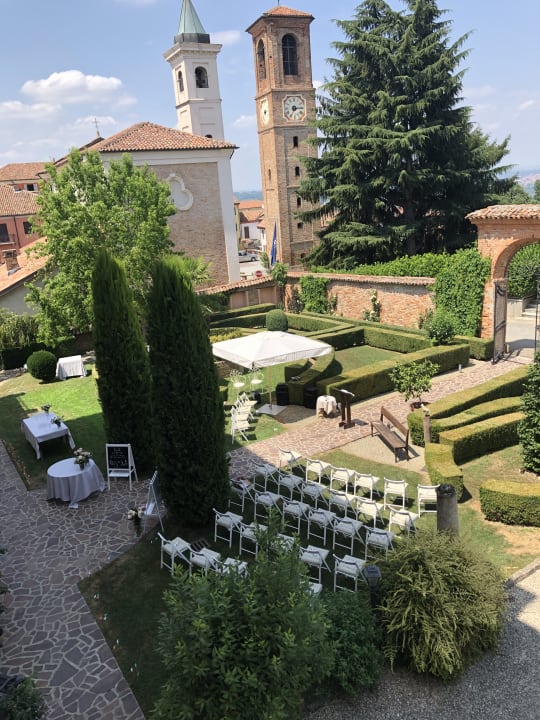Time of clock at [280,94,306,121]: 7:14
